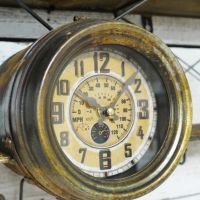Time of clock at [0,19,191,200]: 7:07
